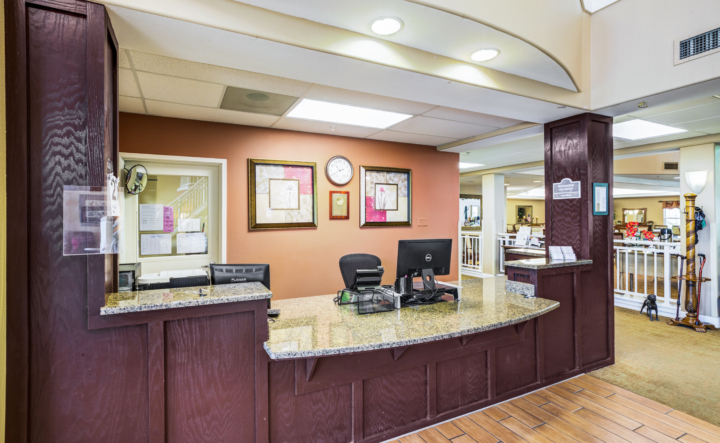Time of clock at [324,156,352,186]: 10:41
